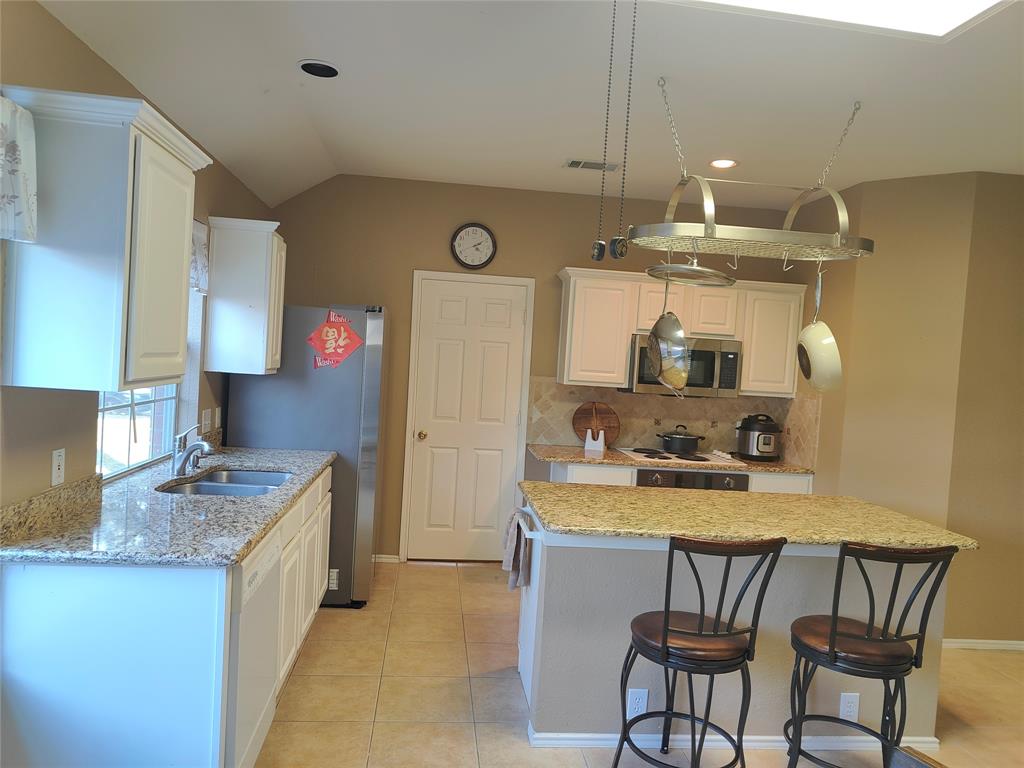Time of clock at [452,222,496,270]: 4:10
